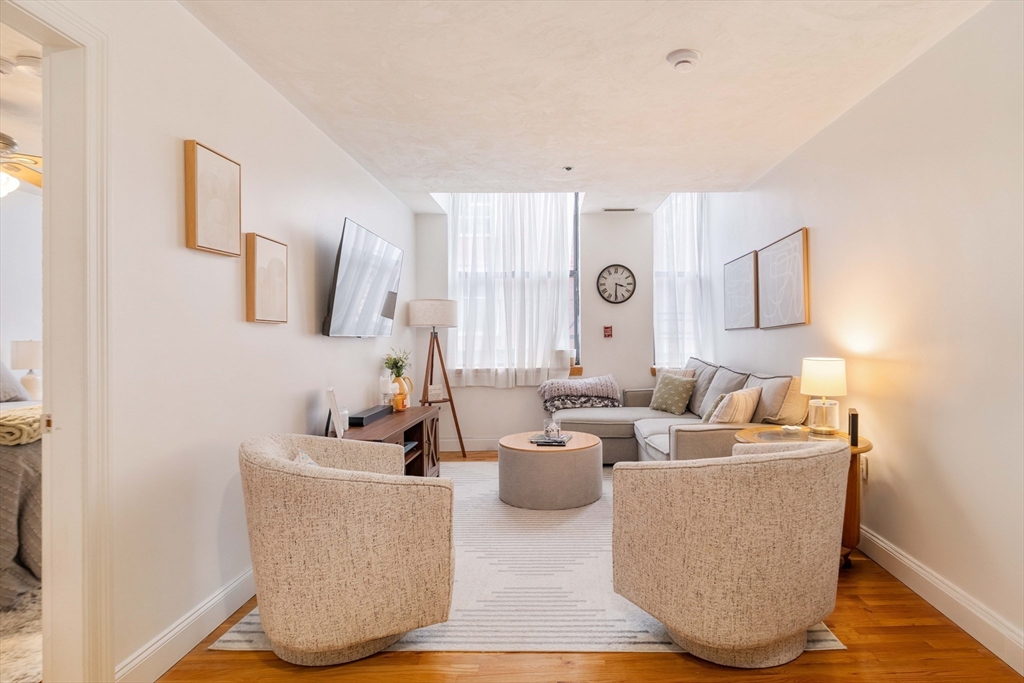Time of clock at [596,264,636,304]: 3:30
